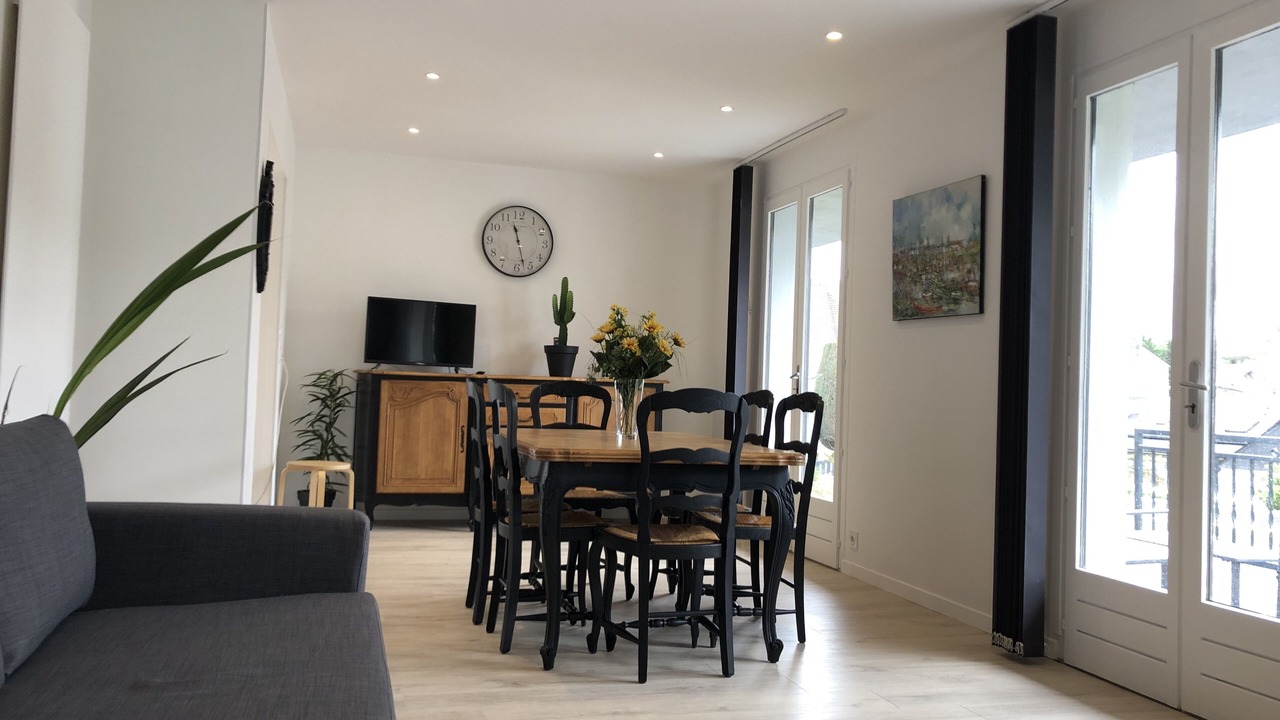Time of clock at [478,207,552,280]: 11:27
